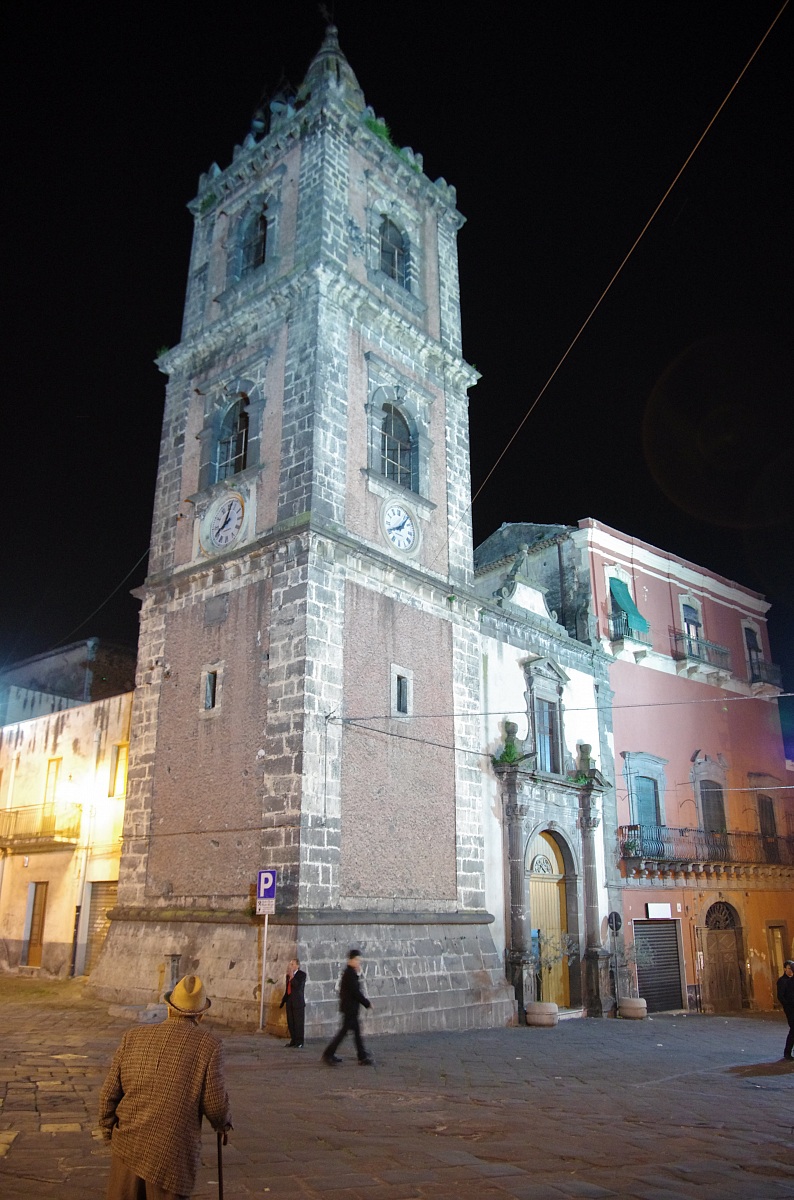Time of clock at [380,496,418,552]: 8:06
